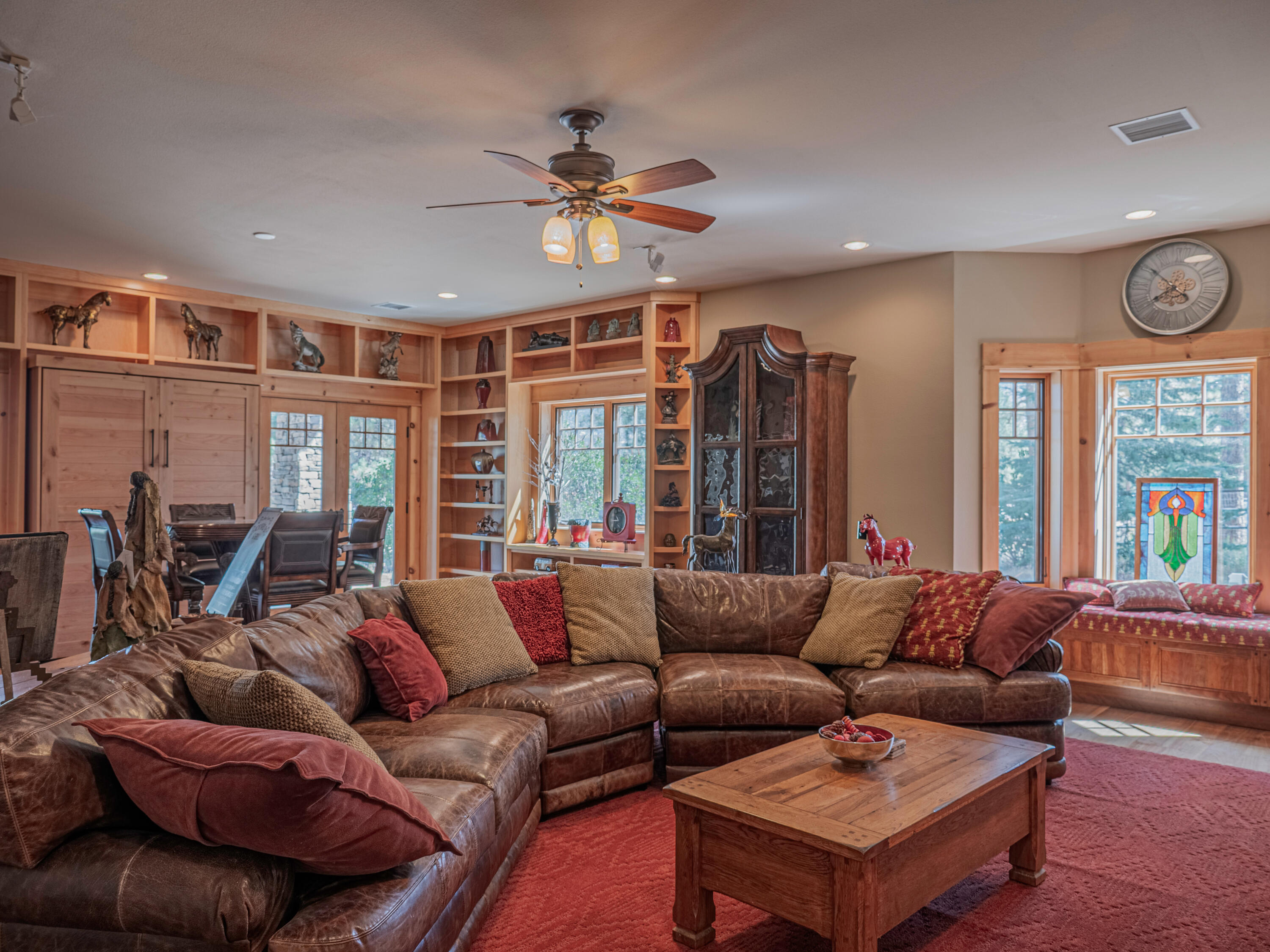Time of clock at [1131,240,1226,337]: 7:50
